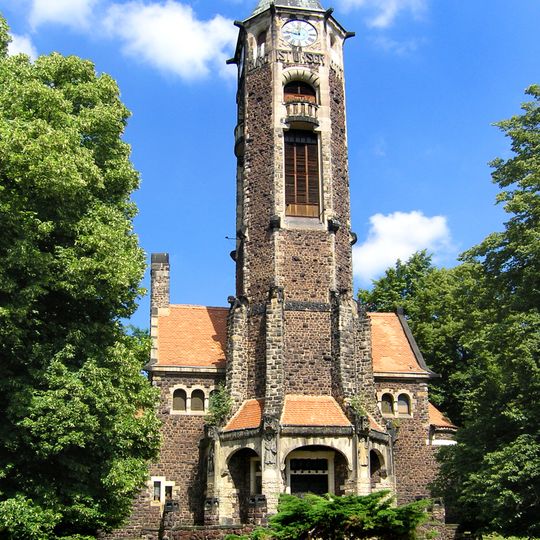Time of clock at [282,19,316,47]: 11:46
